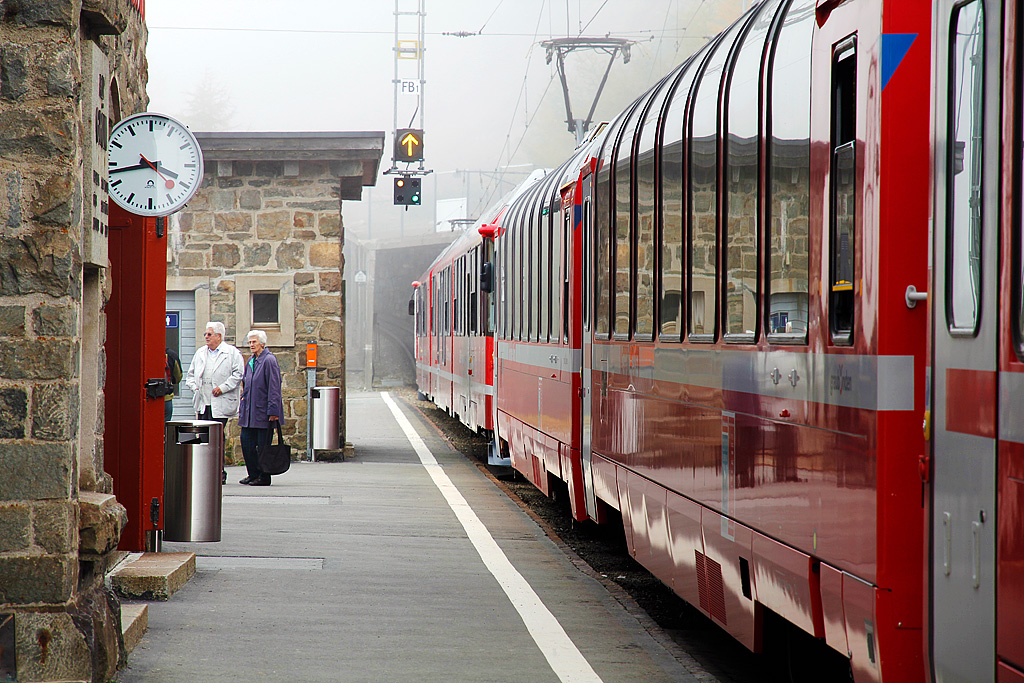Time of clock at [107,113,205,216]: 3:43
